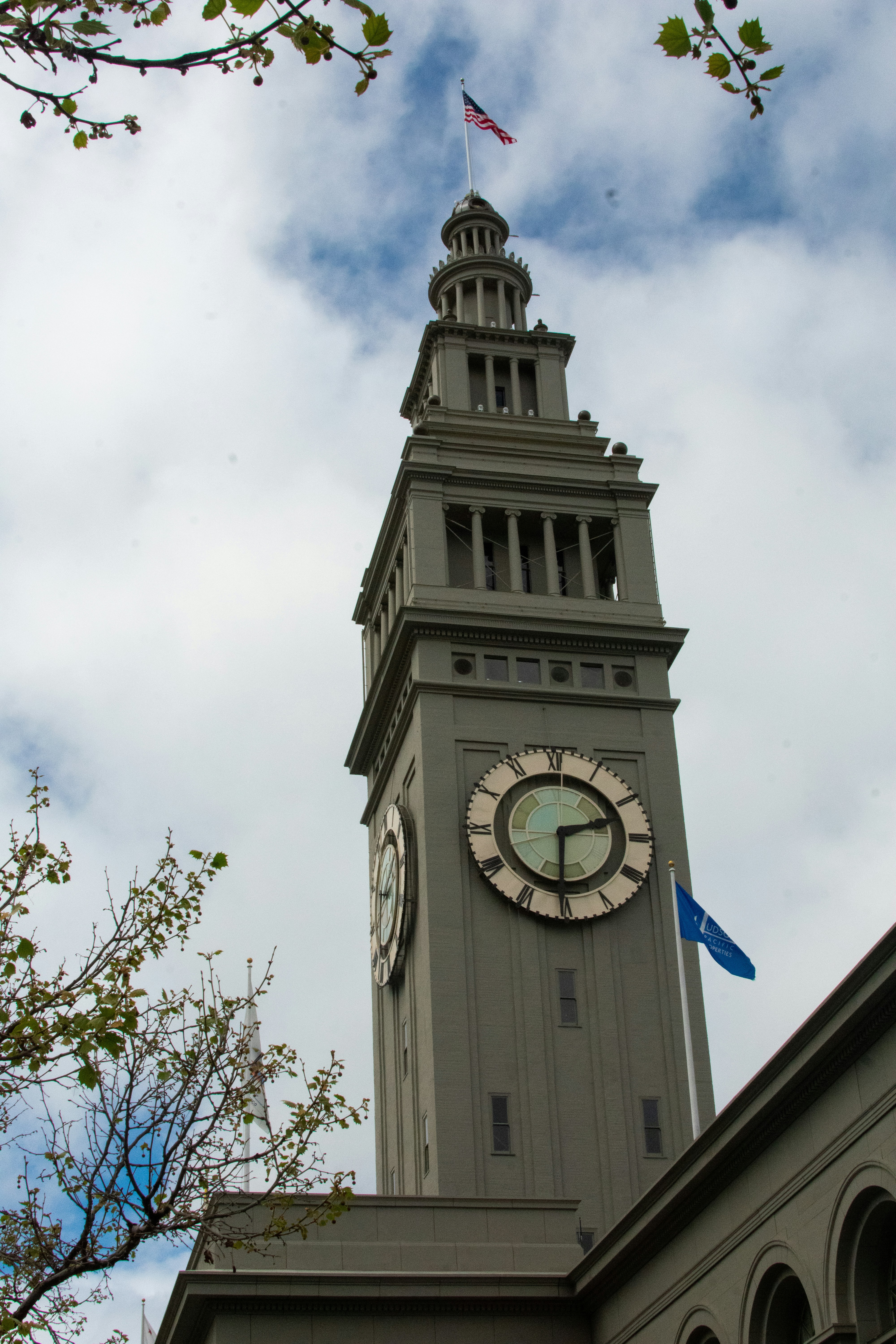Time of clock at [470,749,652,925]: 2:30
